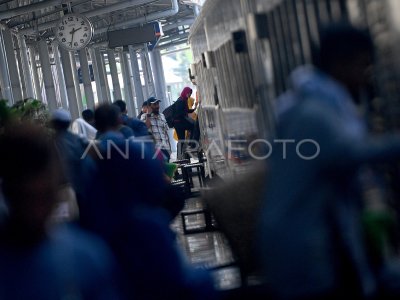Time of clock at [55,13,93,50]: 2:33
